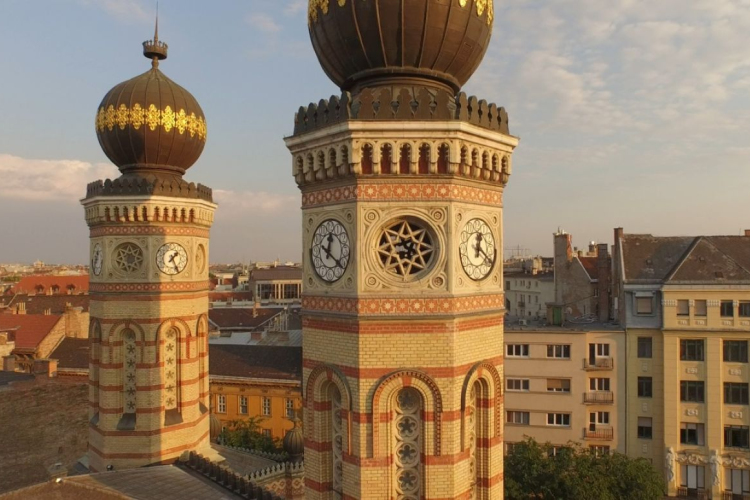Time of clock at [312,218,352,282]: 12:20
